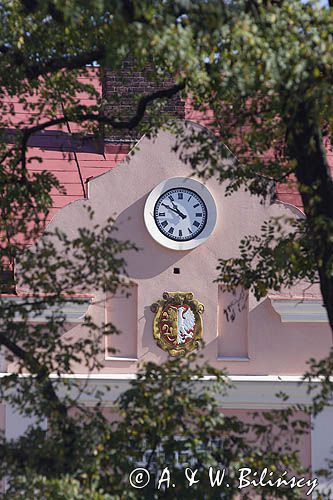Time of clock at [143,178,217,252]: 10:49
